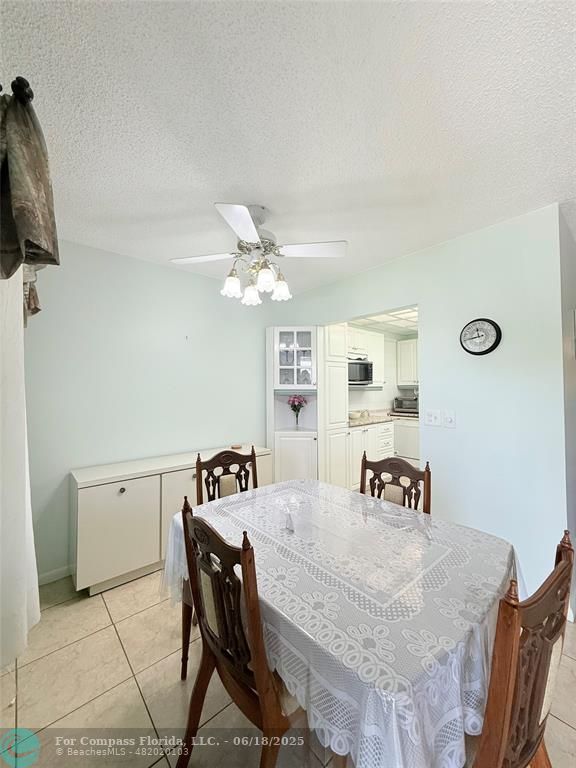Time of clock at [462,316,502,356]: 11:41
